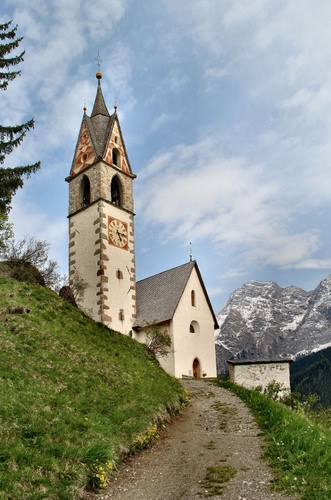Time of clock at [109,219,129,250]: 5:15
